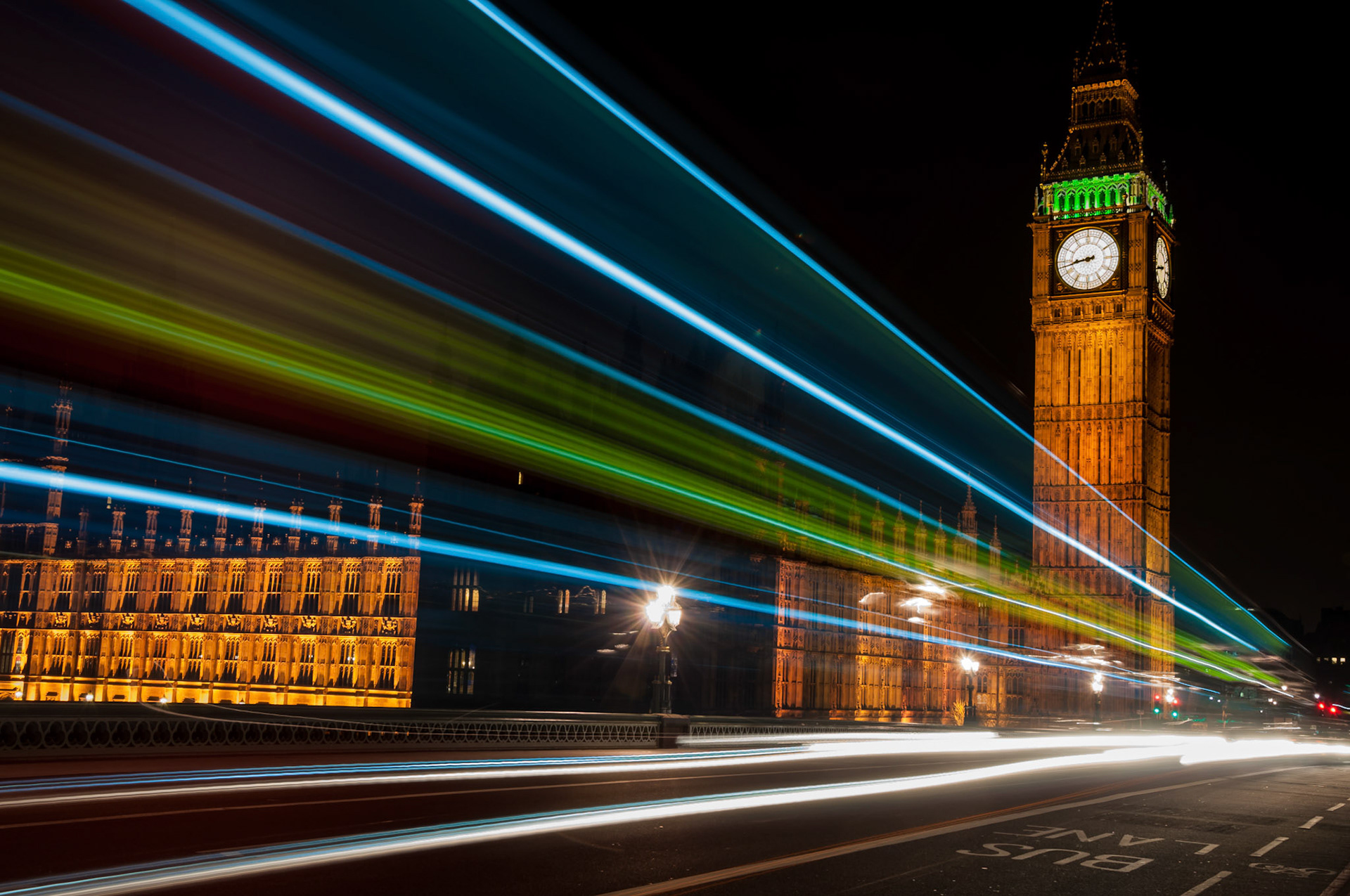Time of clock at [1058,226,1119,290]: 8:42
